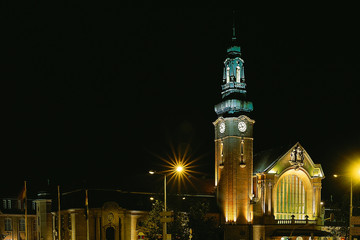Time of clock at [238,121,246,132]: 10:42
